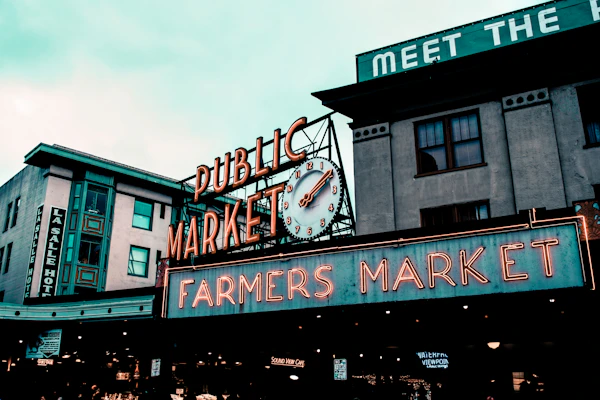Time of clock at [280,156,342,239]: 2:09
